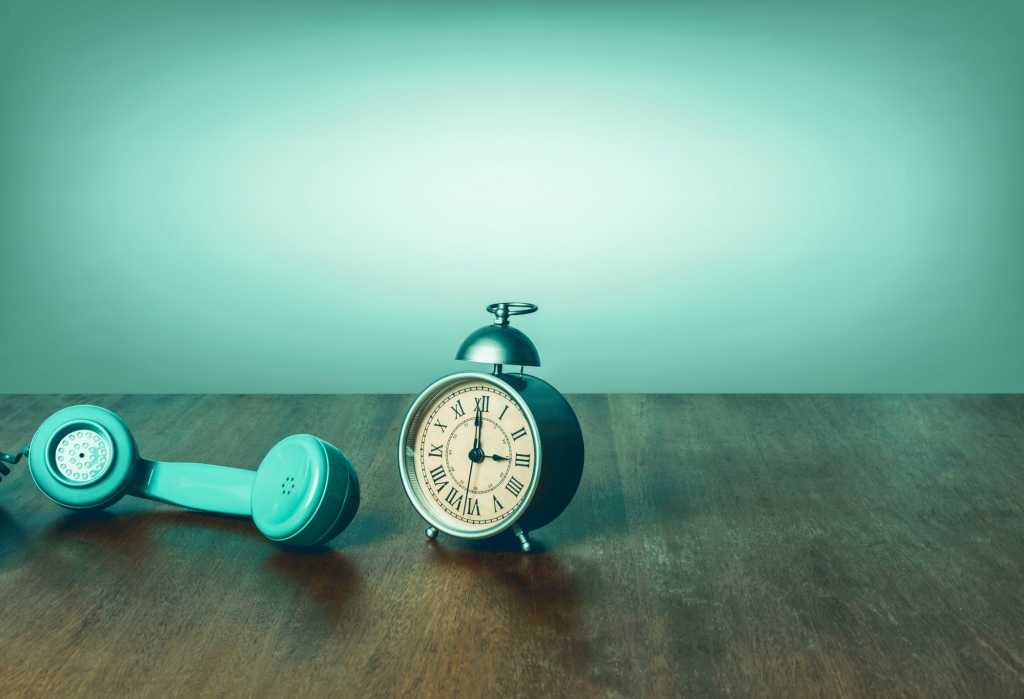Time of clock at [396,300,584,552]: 2:59
